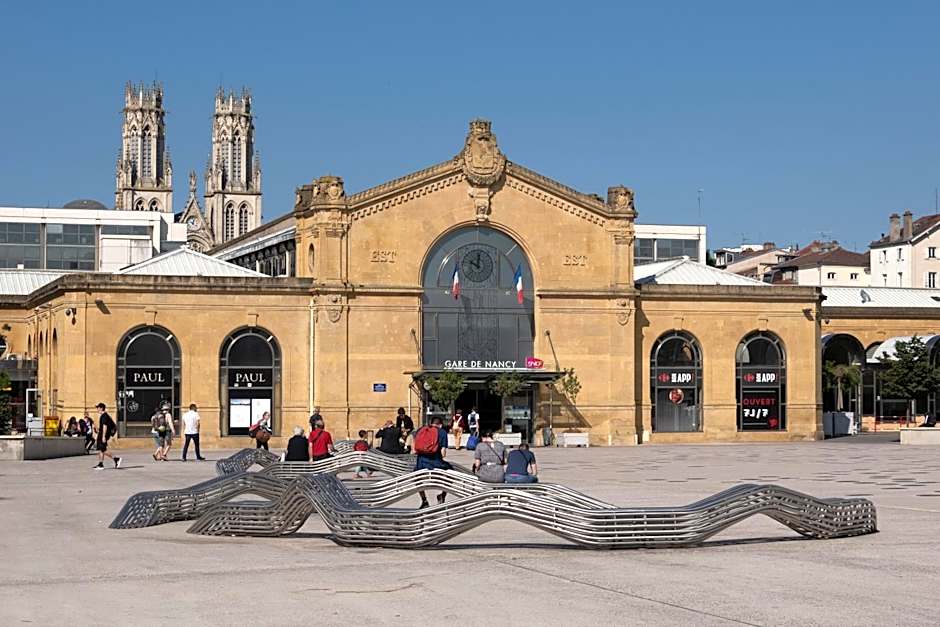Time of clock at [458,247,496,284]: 10:00
